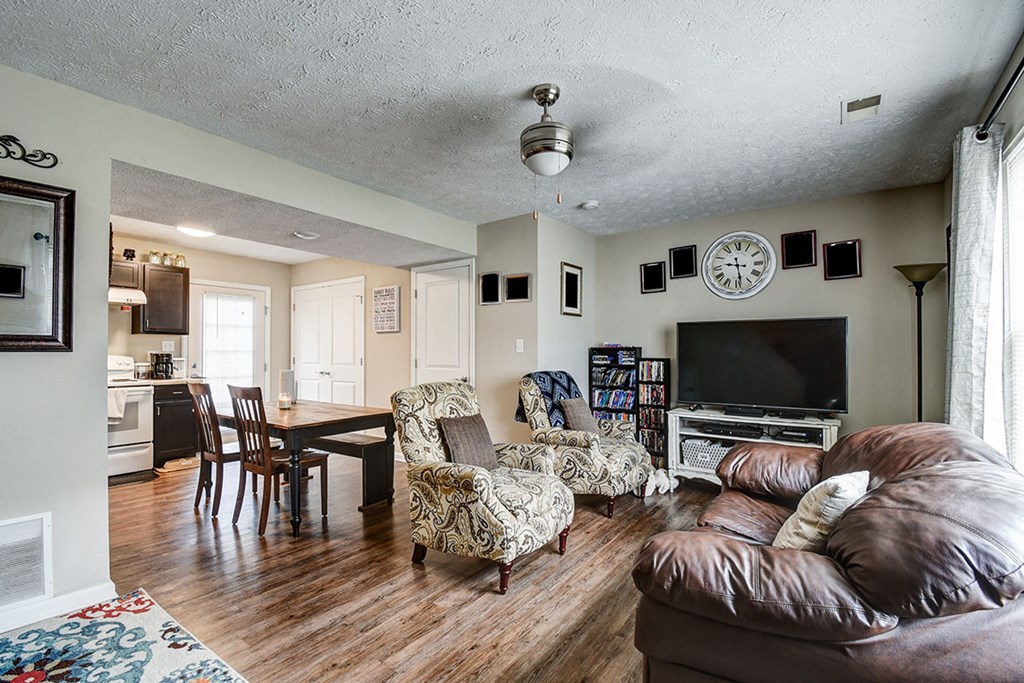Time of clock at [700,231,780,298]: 9:28
